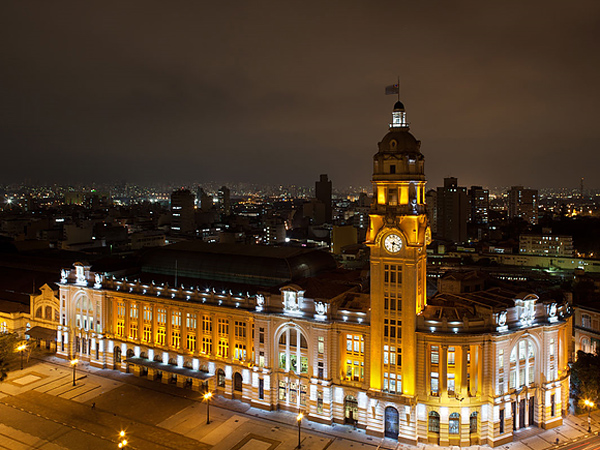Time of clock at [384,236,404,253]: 6:17
